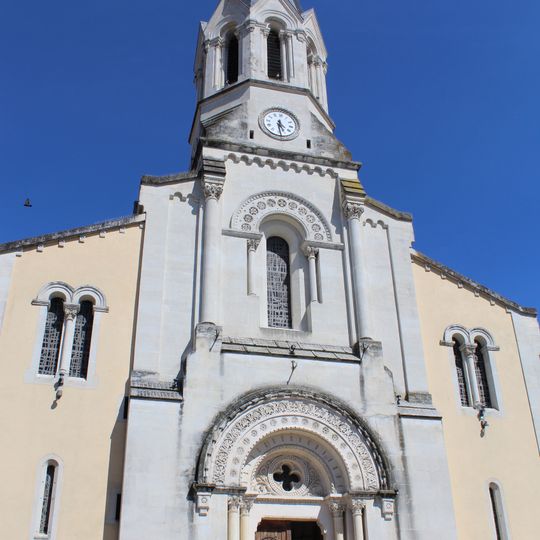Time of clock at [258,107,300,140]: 4:28
